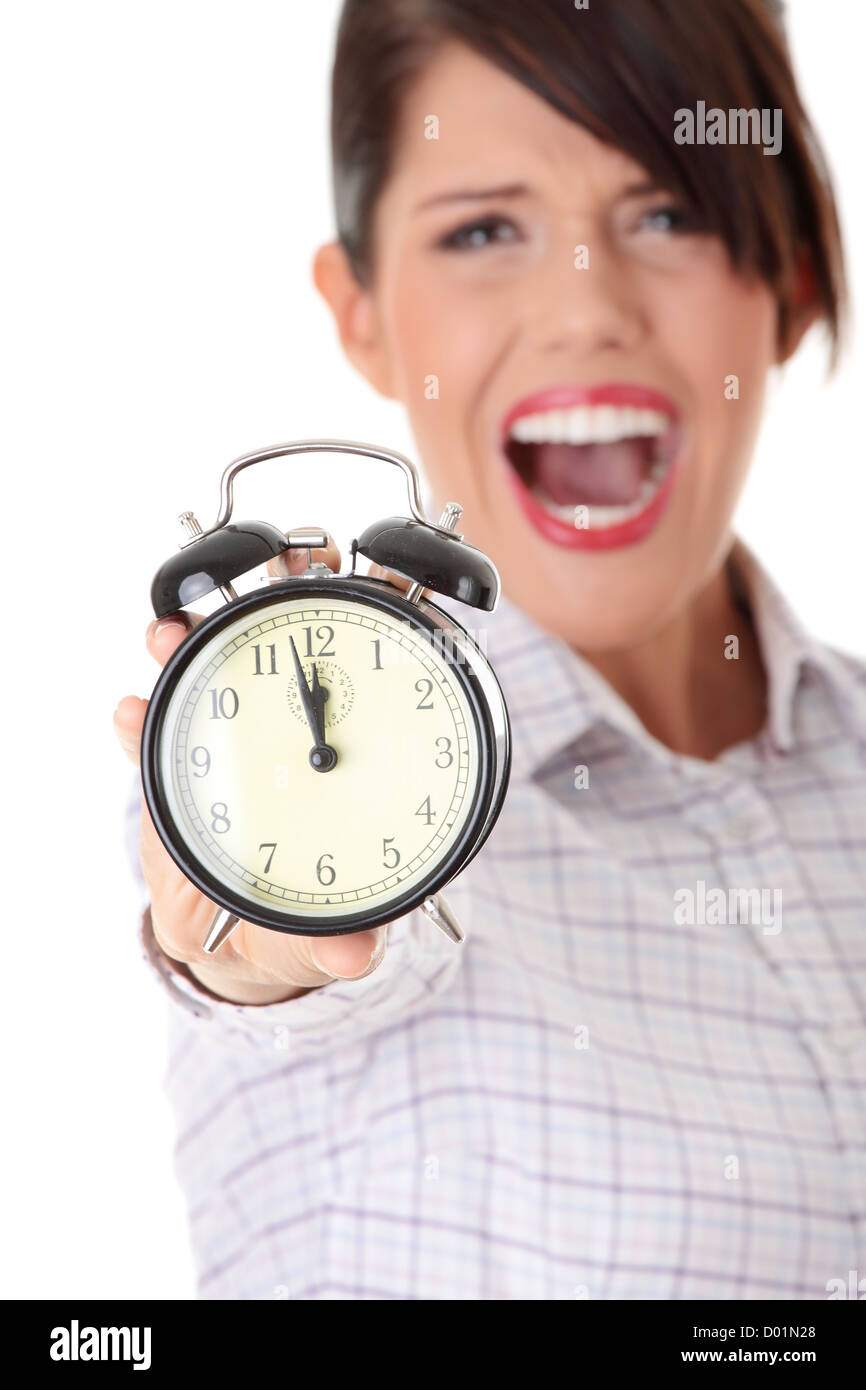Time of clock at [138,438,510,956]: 11:58
